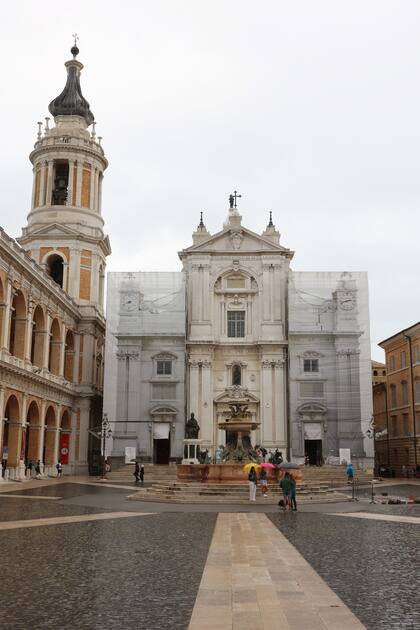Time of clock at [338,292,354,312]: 2:42
